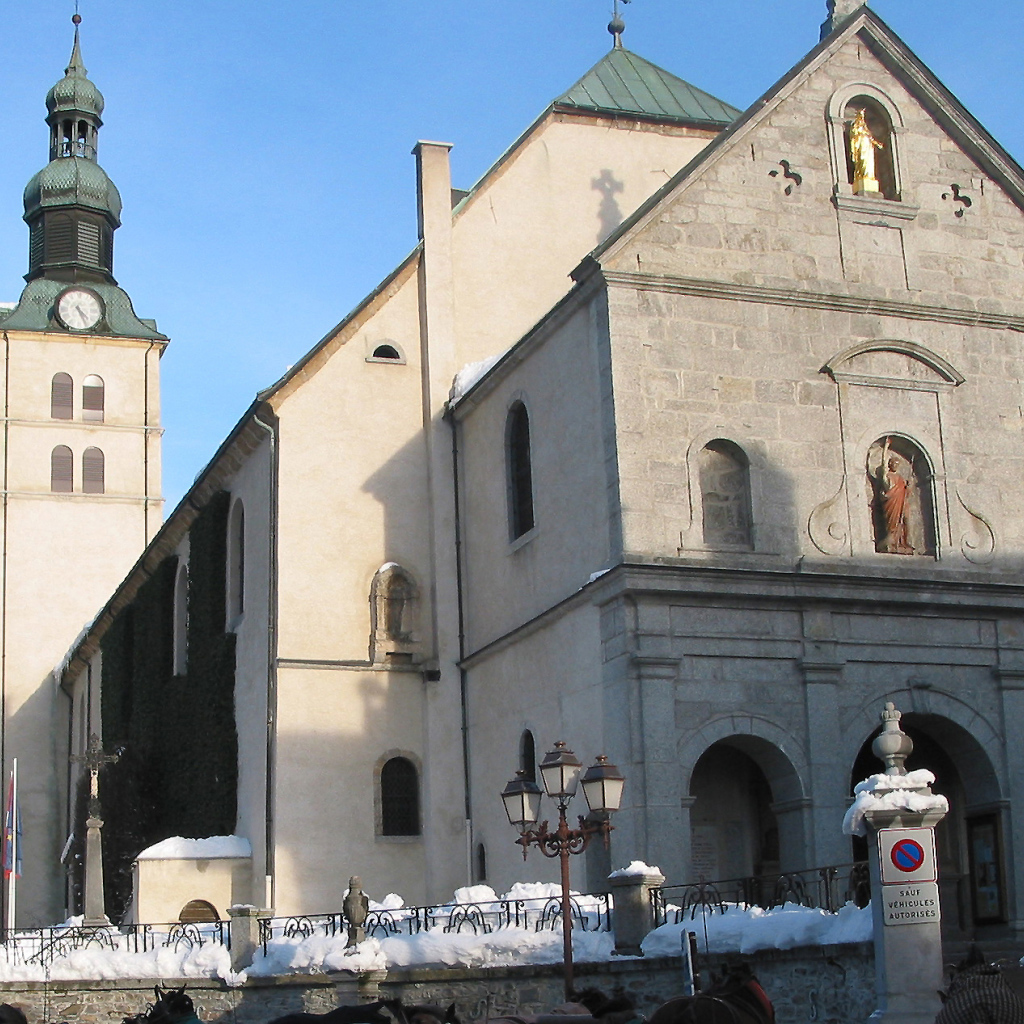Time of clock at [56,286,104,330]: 4:25
